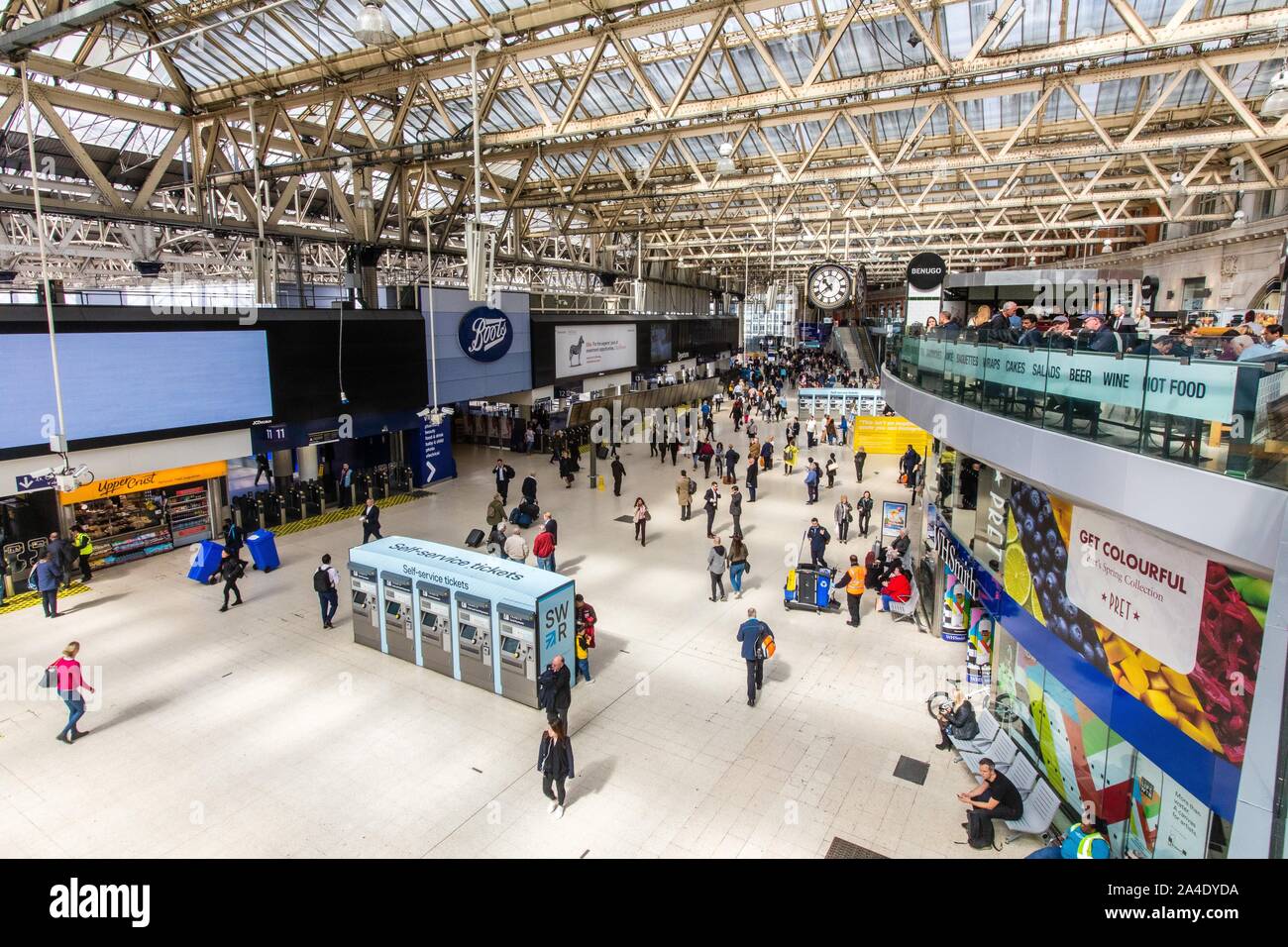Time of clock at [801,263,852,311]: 10:38
